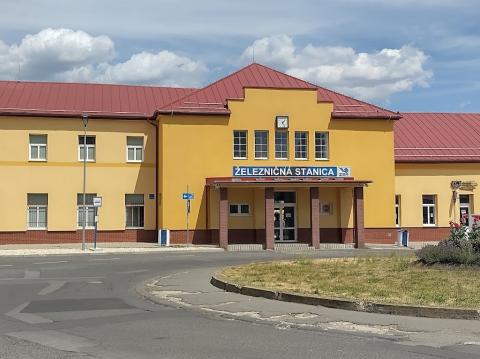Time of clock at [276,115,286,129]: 1:24
